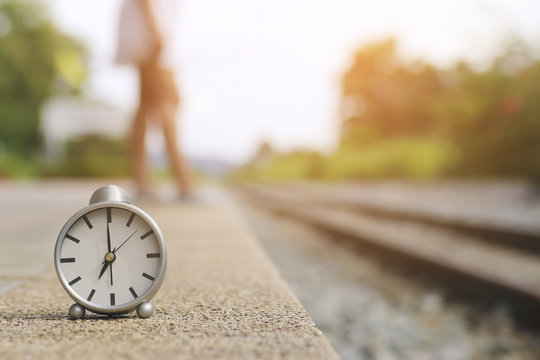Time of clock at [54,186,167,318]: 6:59
